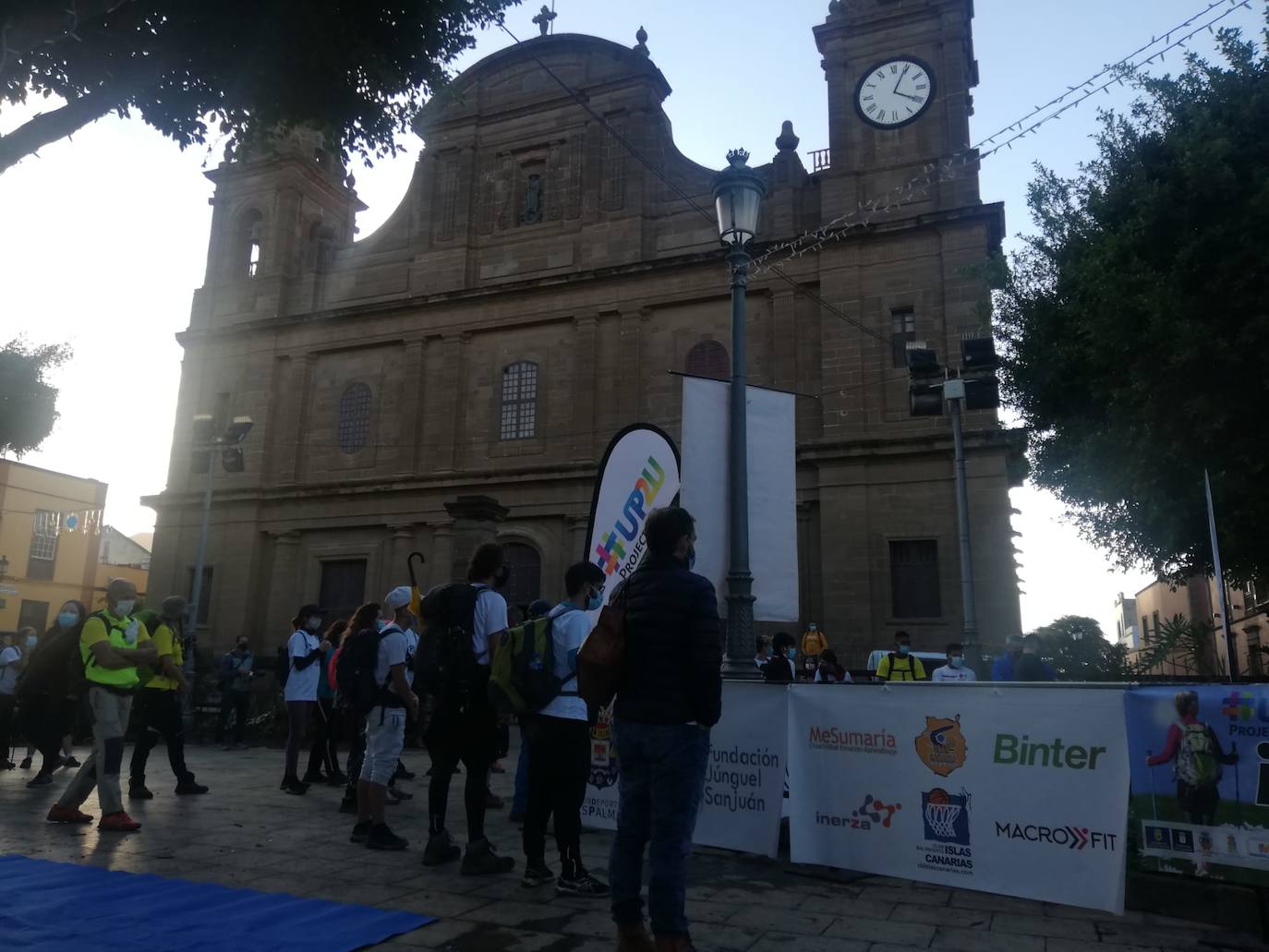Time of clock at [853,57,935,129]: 4:04
